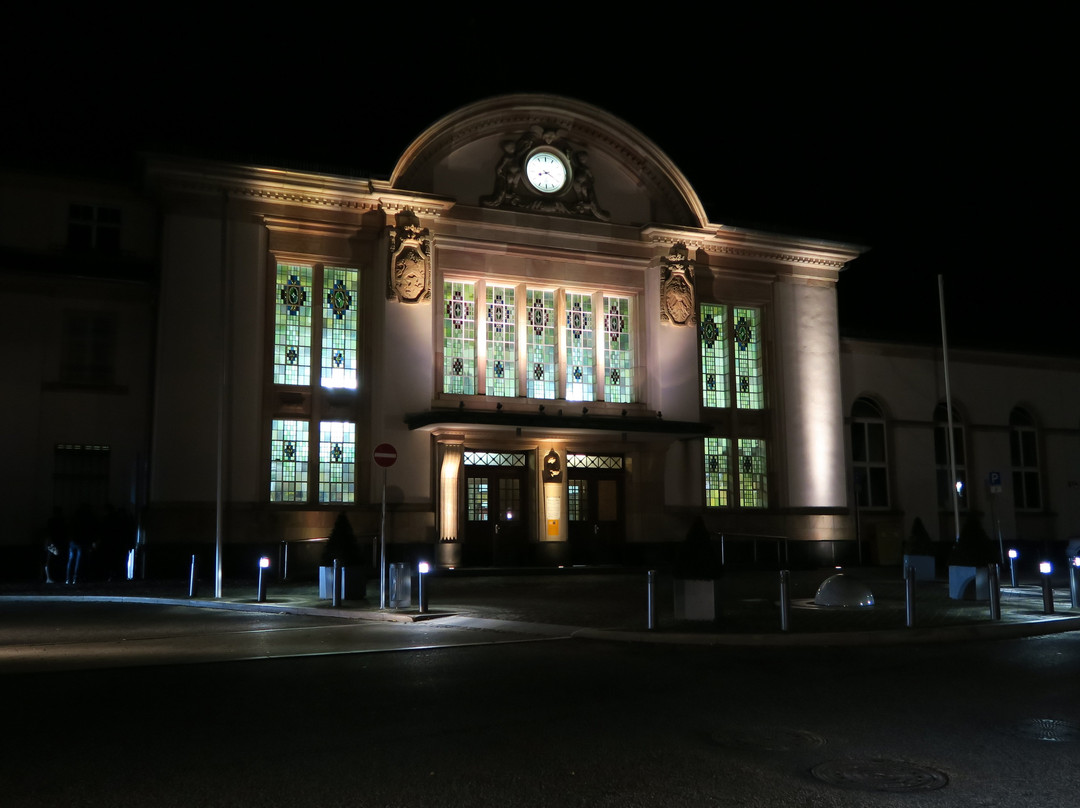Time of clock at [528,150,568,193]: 8:20
